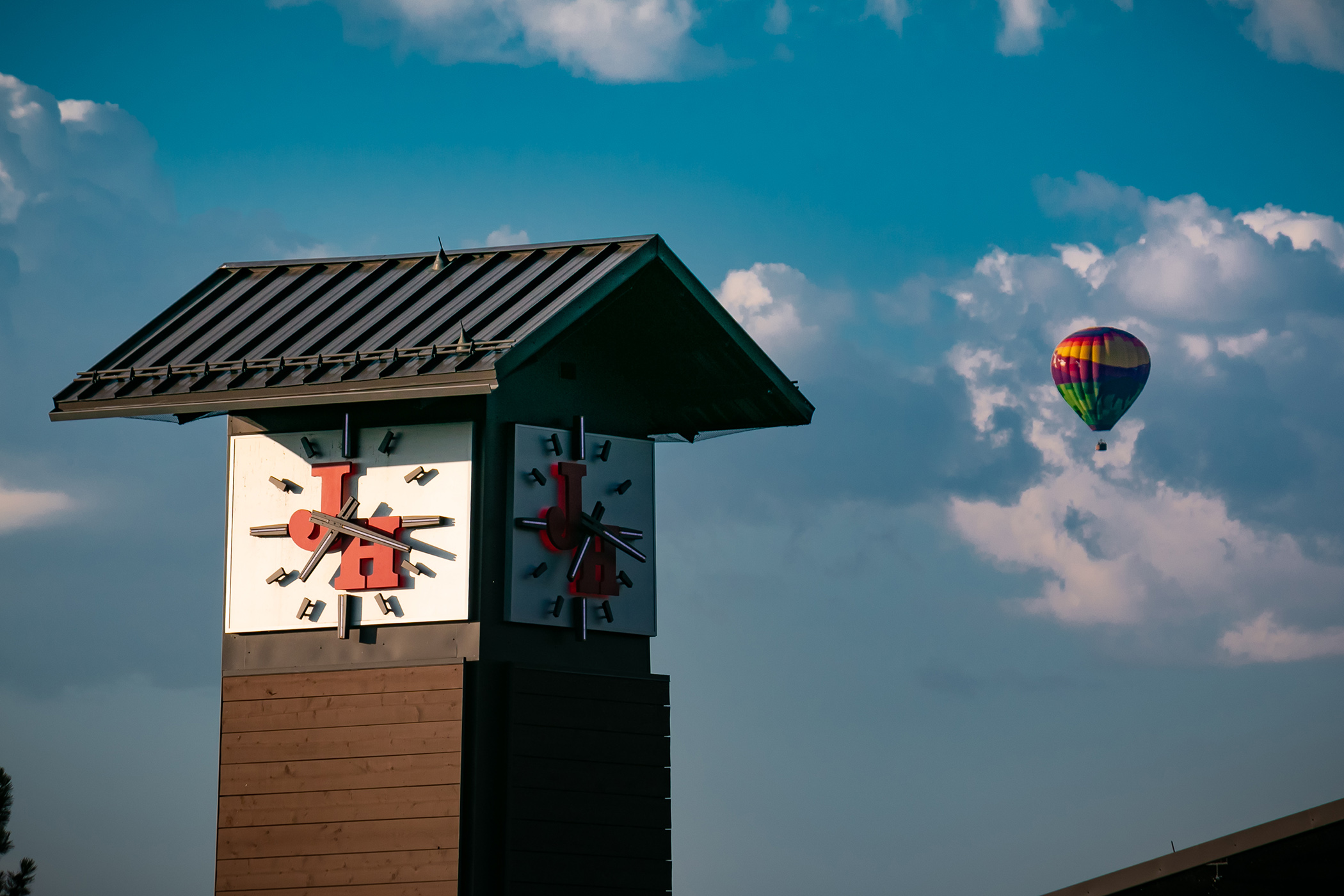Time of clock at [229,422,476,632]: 7:17
